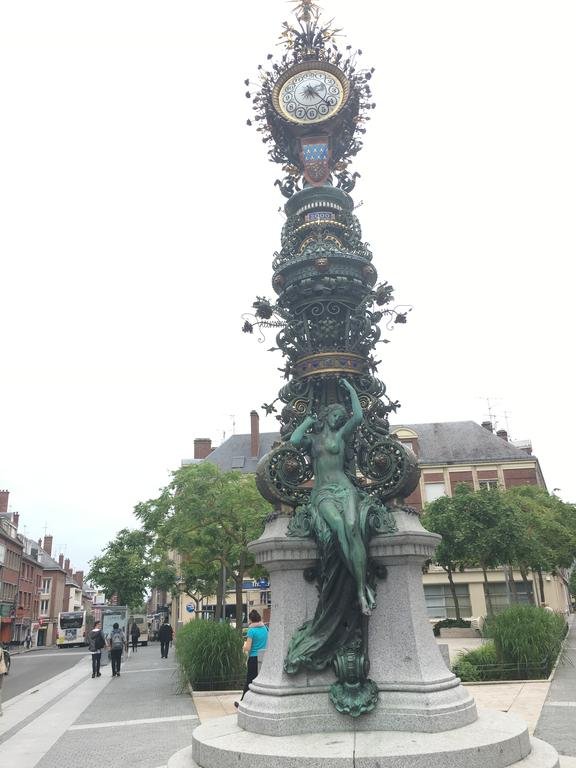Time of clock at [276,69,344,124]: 2:21
